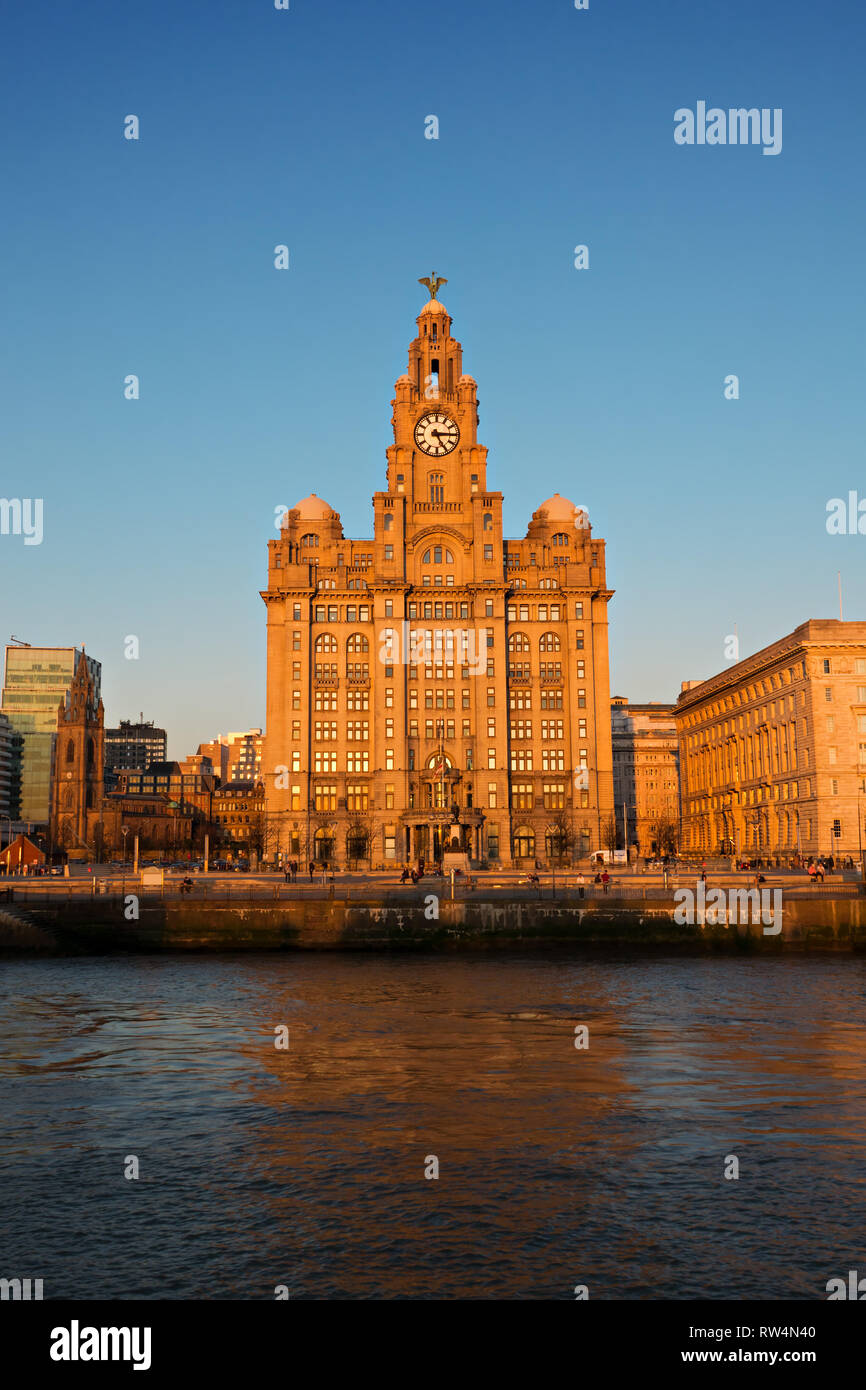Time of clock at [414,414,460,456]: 5:15
